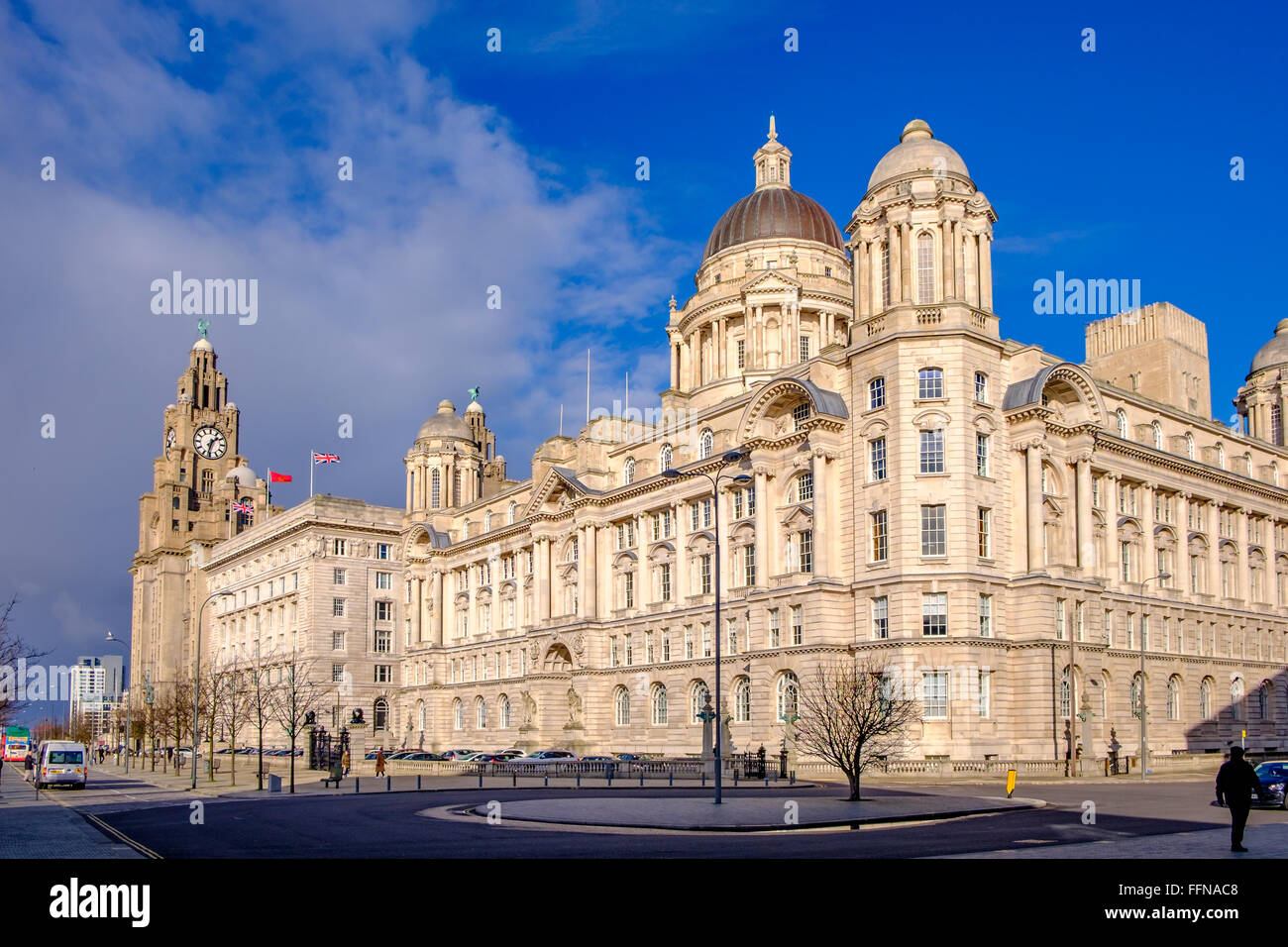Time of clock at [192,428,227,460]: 1:32
